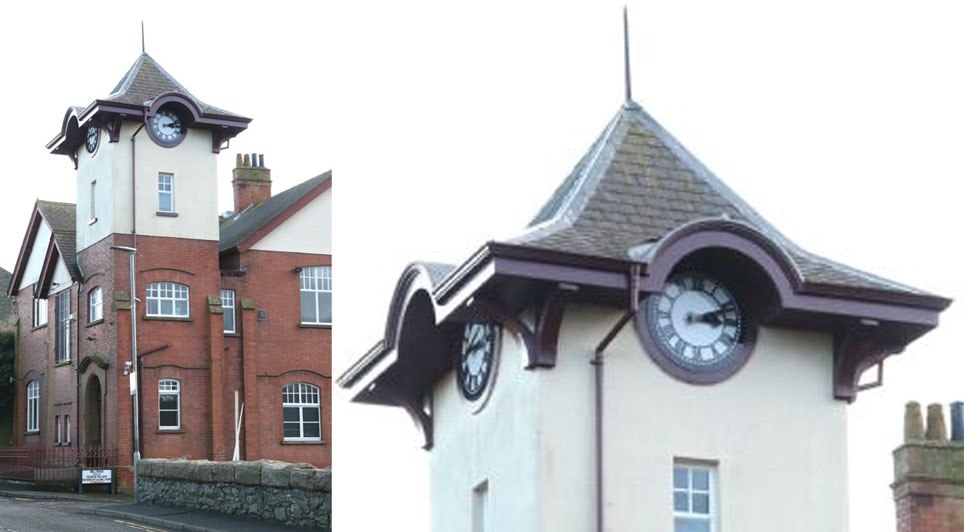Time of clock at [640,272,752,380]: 3:11
